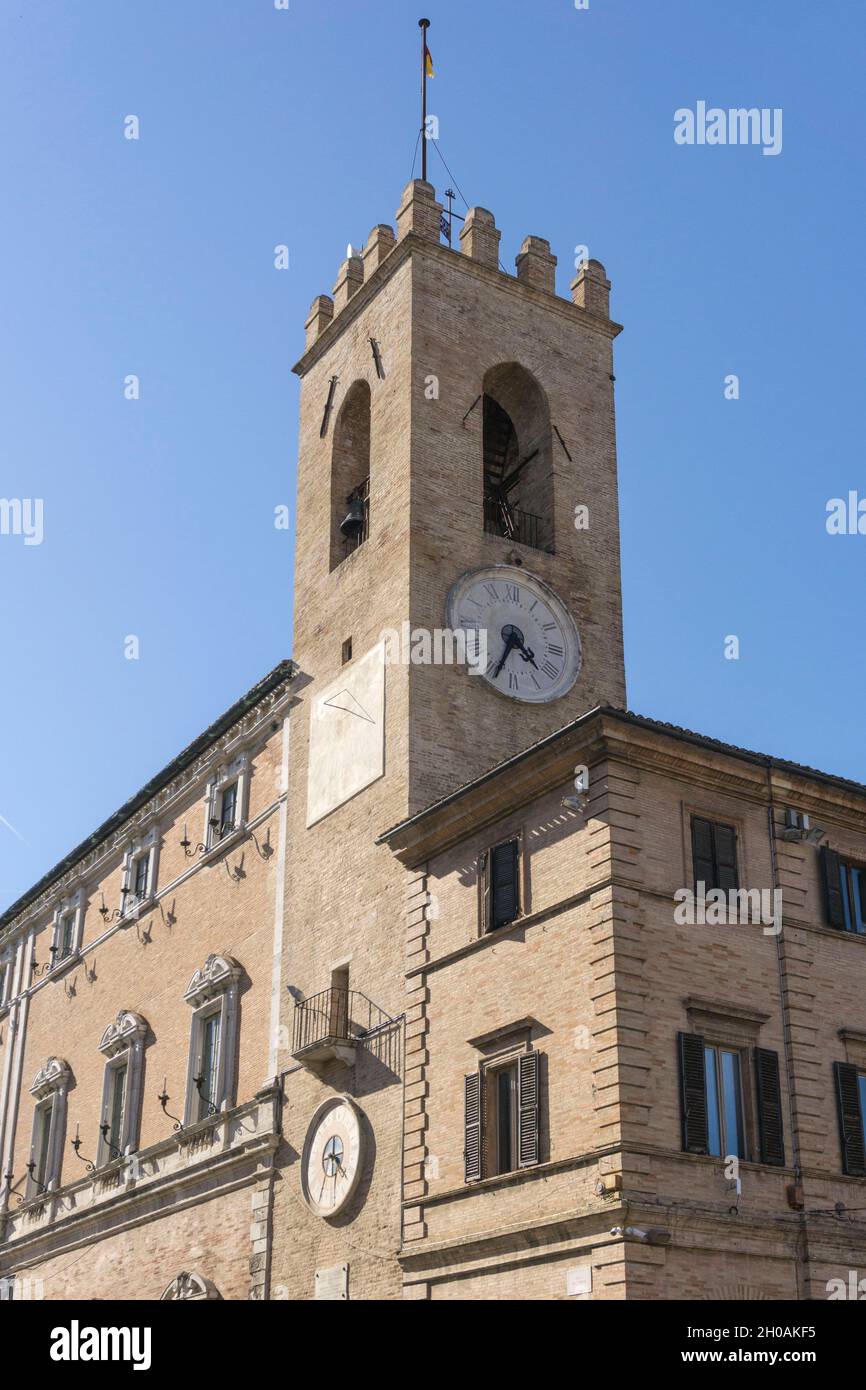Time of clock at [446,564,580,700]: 4:34
